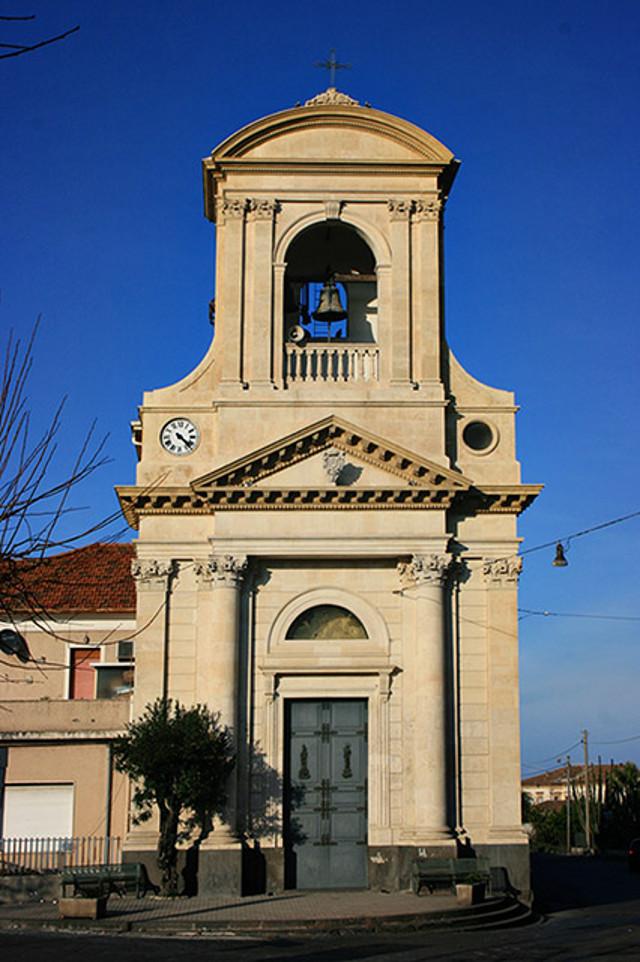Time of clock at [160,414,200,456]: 4:22
